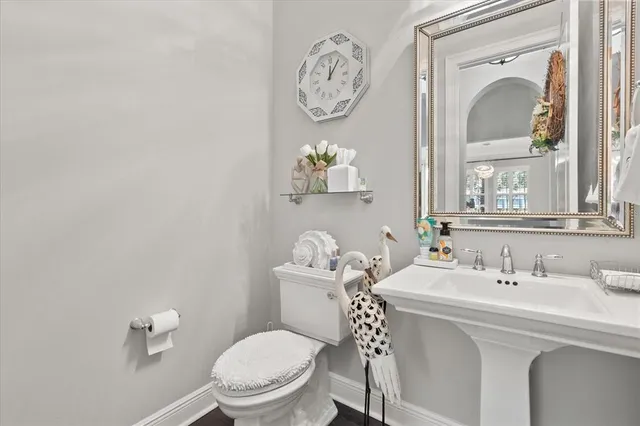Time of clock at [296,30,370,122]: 12:05
